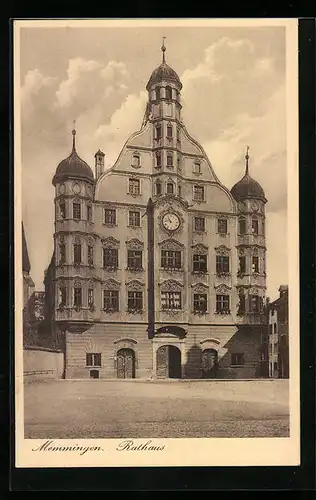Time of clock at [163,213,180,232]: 10:46
